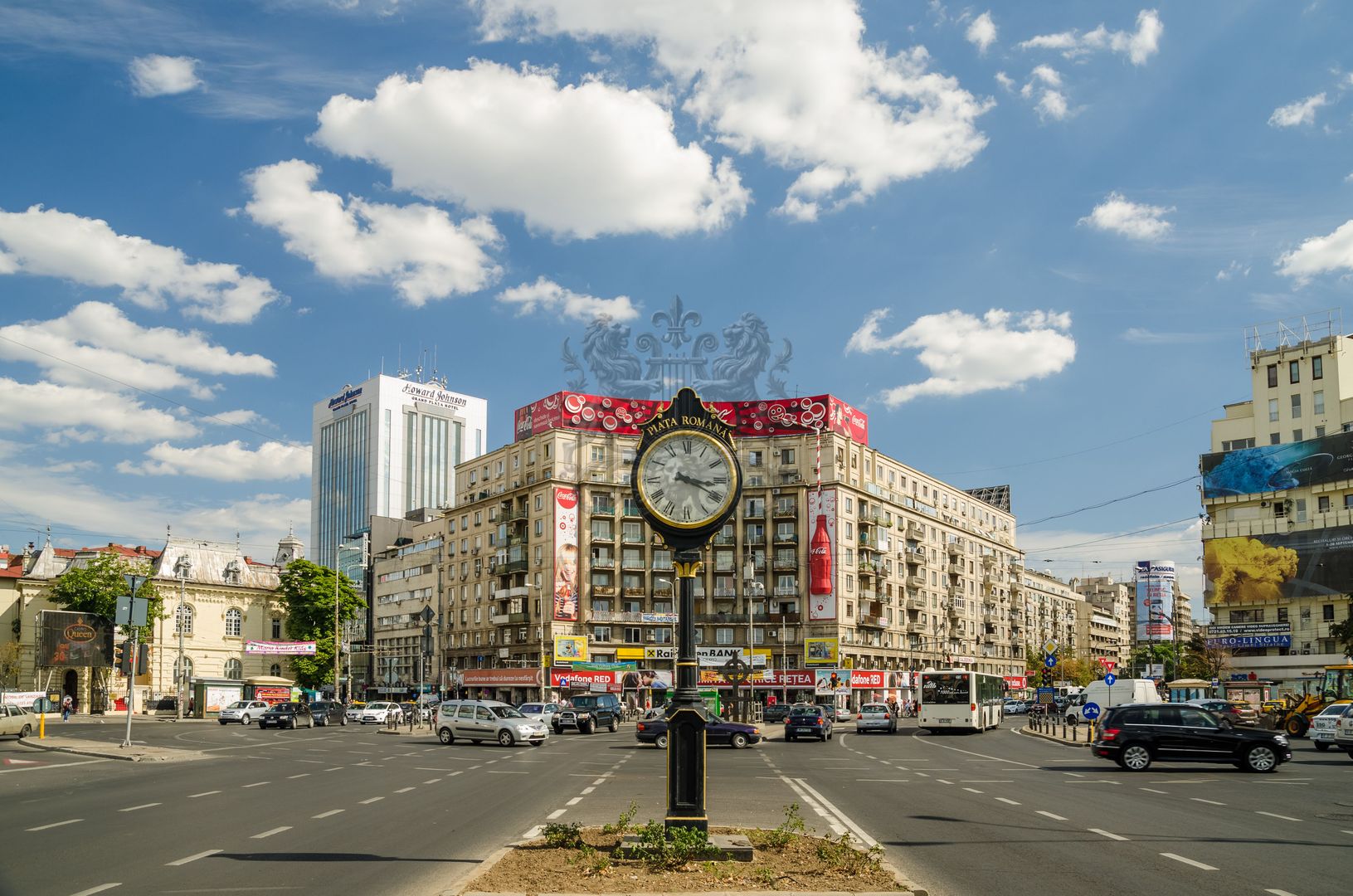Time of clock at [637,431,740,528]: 3:19
